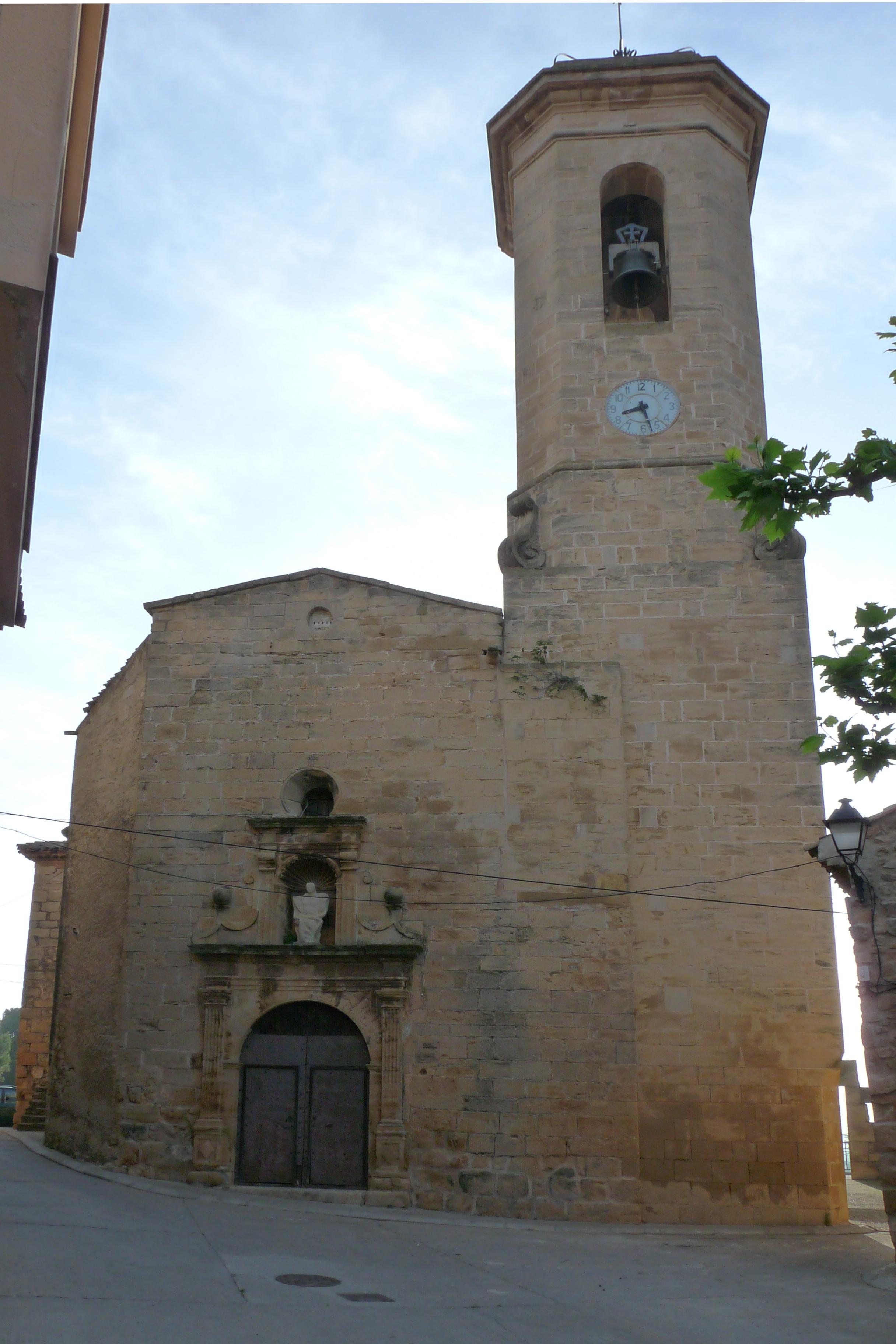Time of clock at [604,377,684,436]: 8:27
